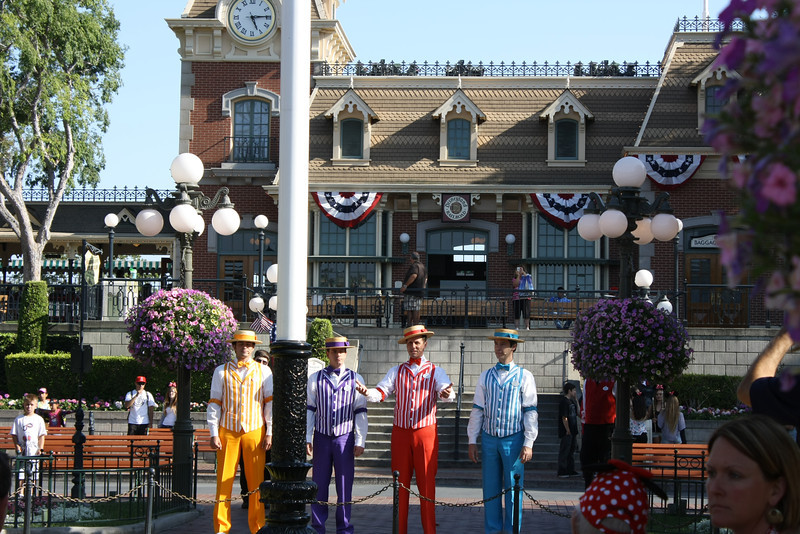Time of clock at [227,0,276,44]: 5:14
